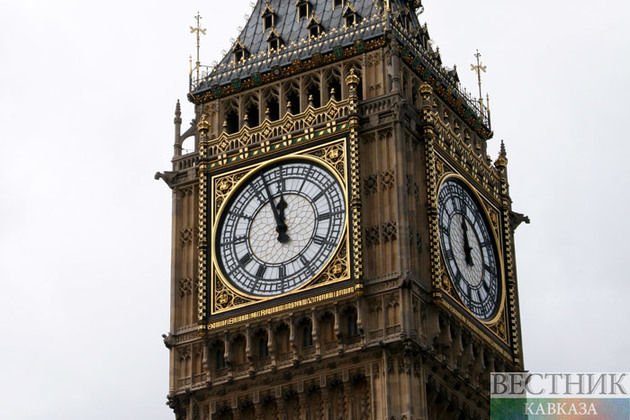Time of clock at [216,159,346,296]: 11:56
